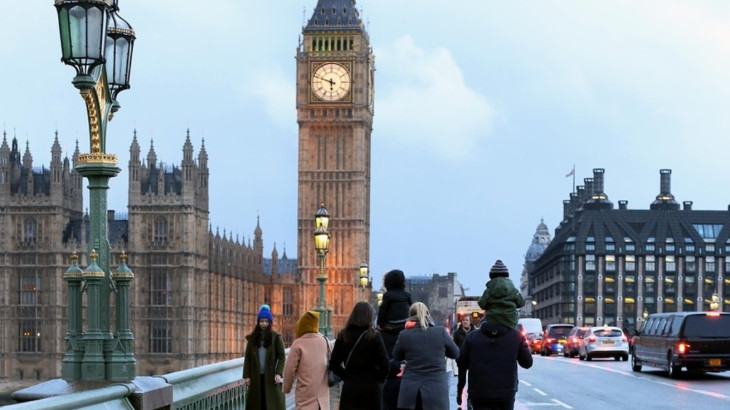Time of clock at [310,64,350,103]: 5:48
